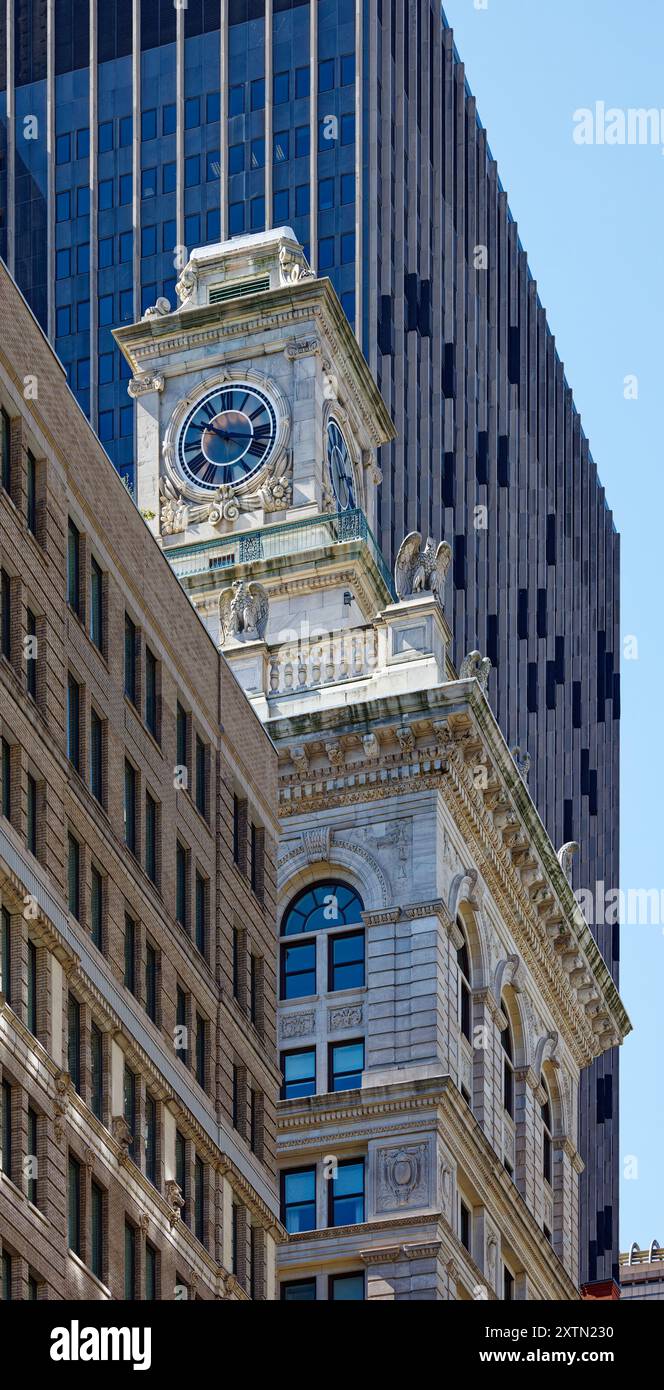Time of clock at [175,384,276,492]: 10:16
